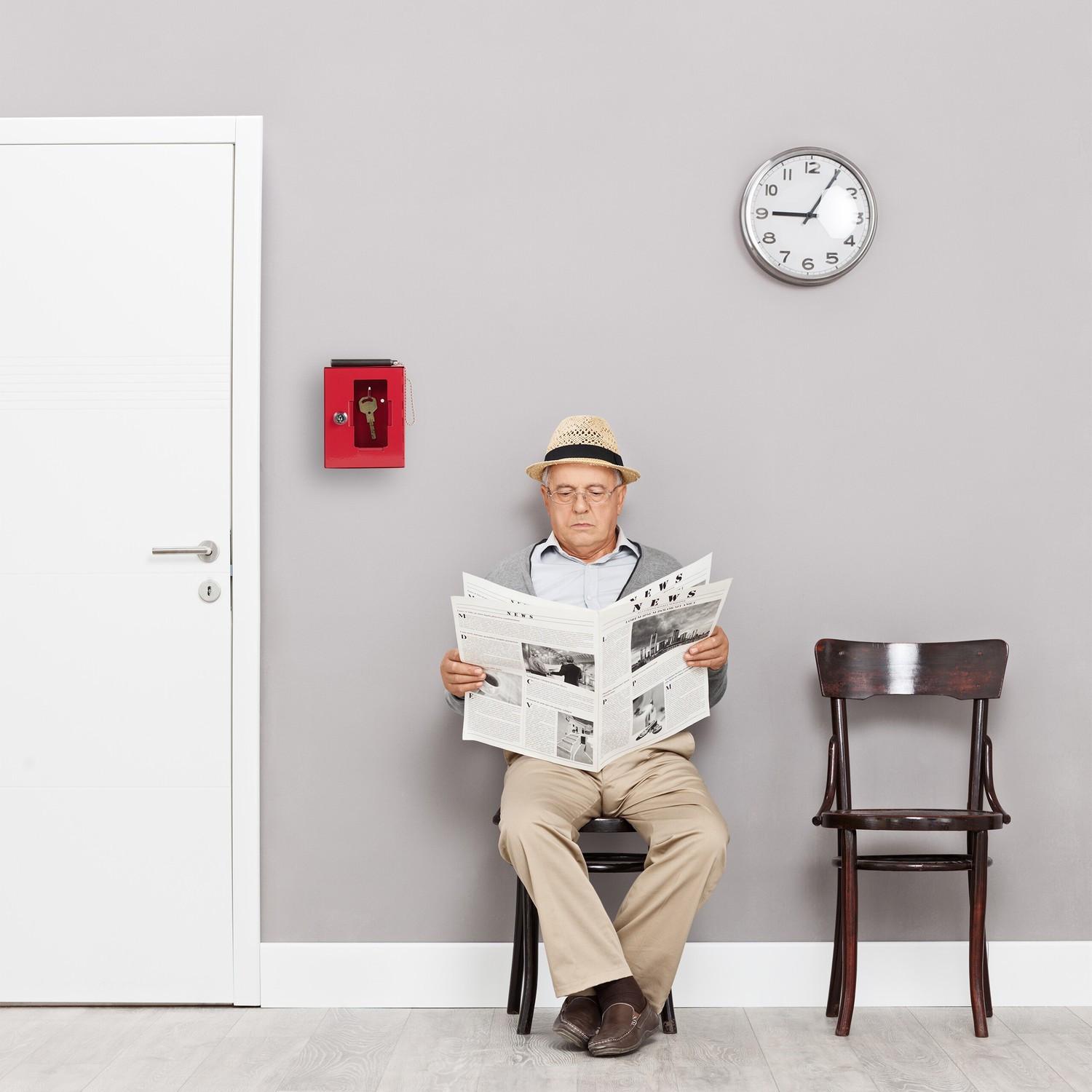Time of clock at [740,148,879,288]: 9:05
